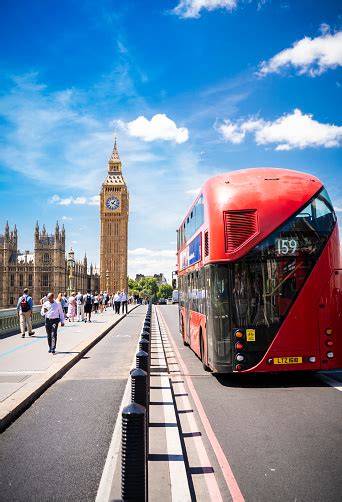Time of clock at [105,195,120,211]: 1:20
